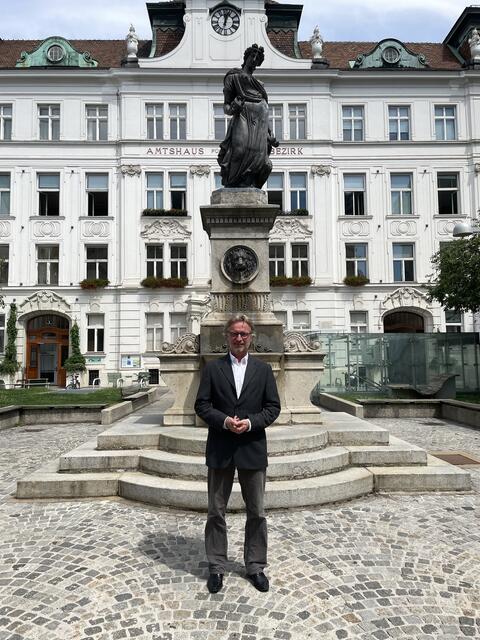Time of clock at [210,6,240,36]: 12:02
